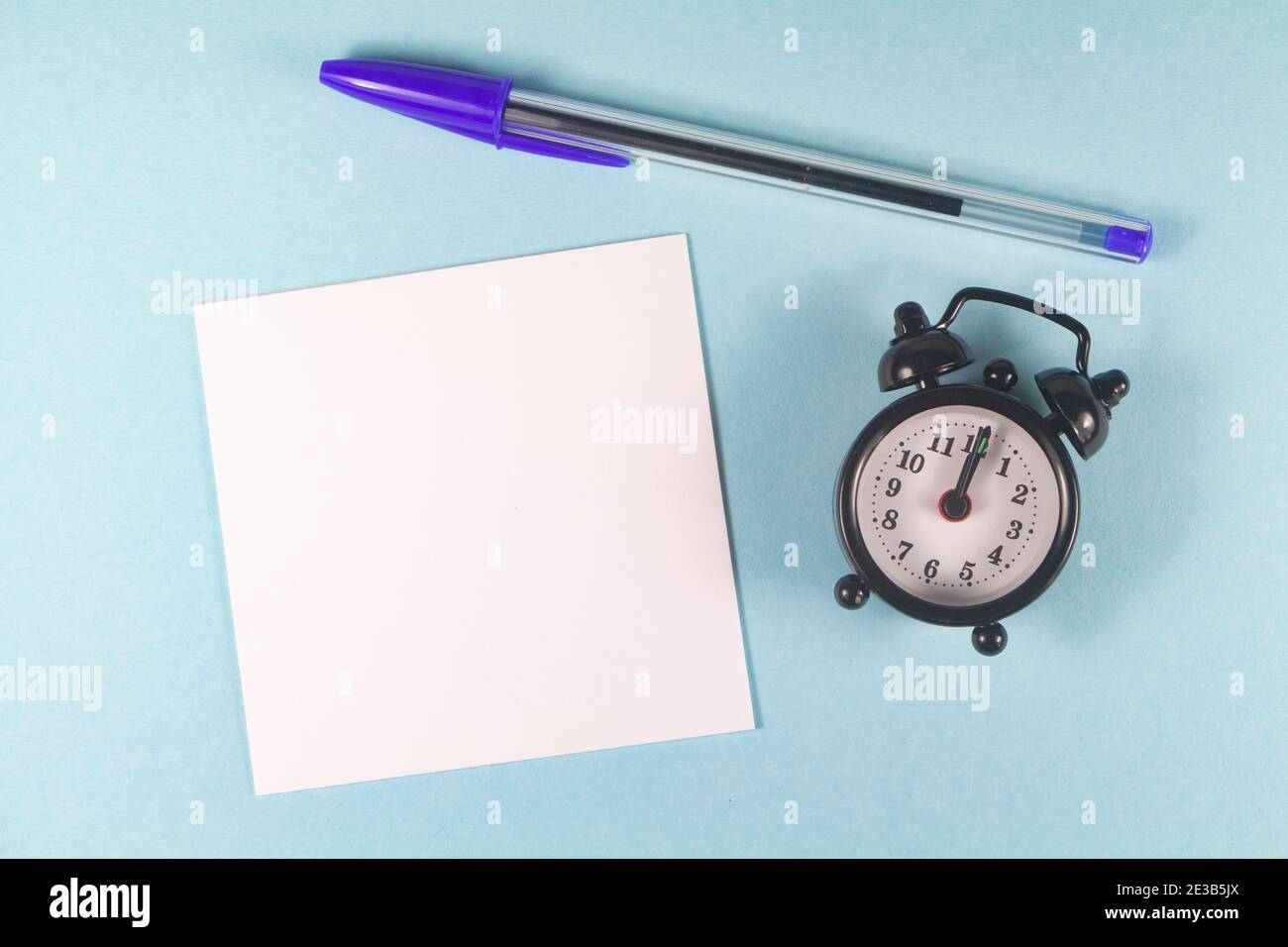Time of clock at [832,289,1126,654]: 12:01
